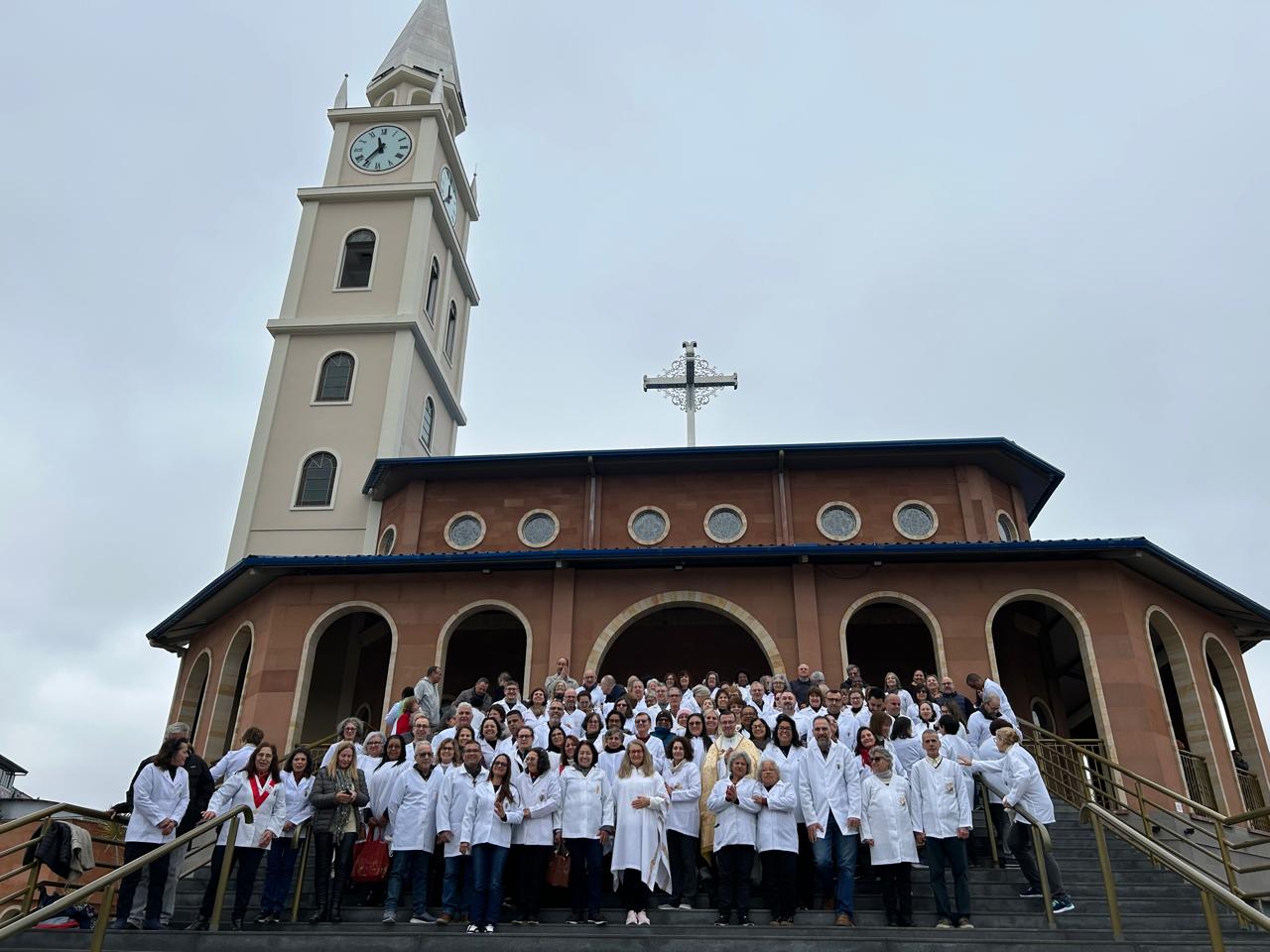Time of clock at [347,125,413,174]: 11:36
